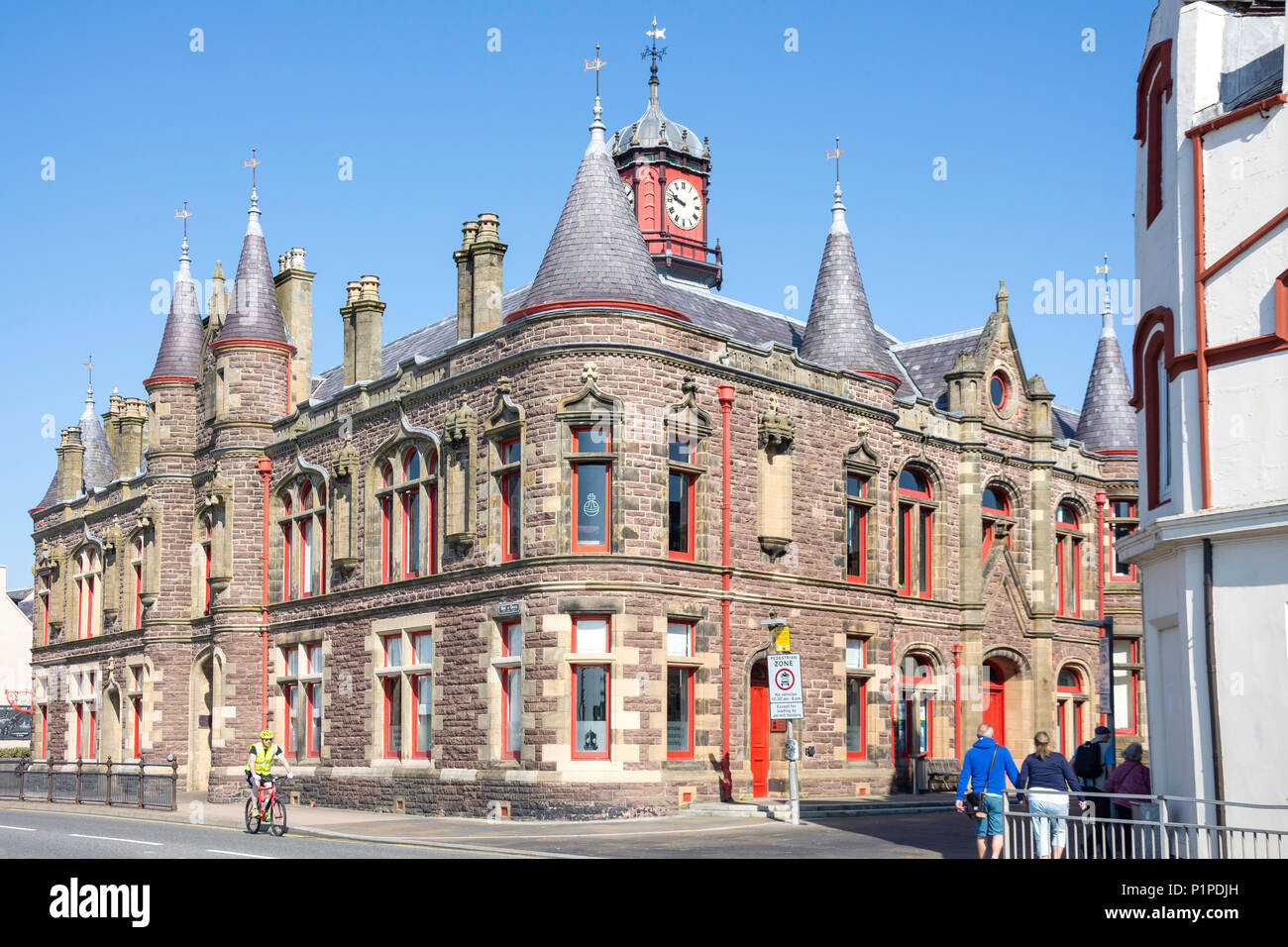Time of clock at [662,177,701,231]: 9:47
